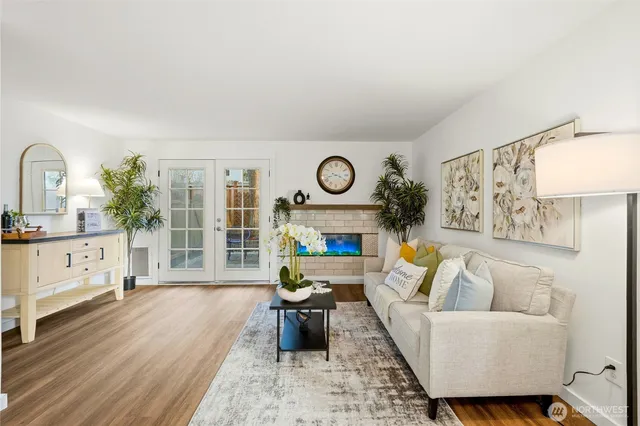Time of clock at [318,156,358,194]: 3:42
